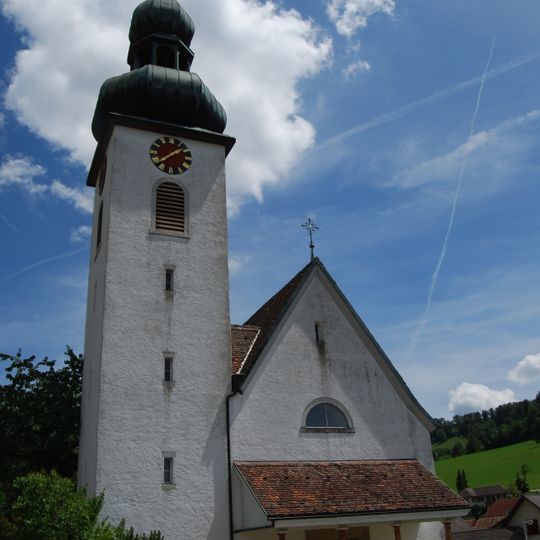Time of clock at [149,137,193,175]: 1:38
